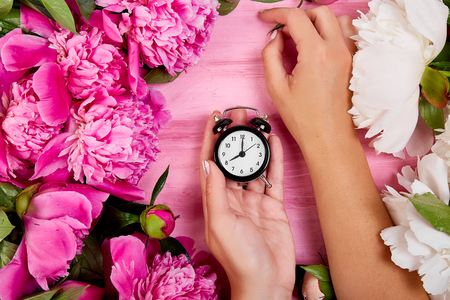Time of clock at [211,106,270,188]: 8:00
